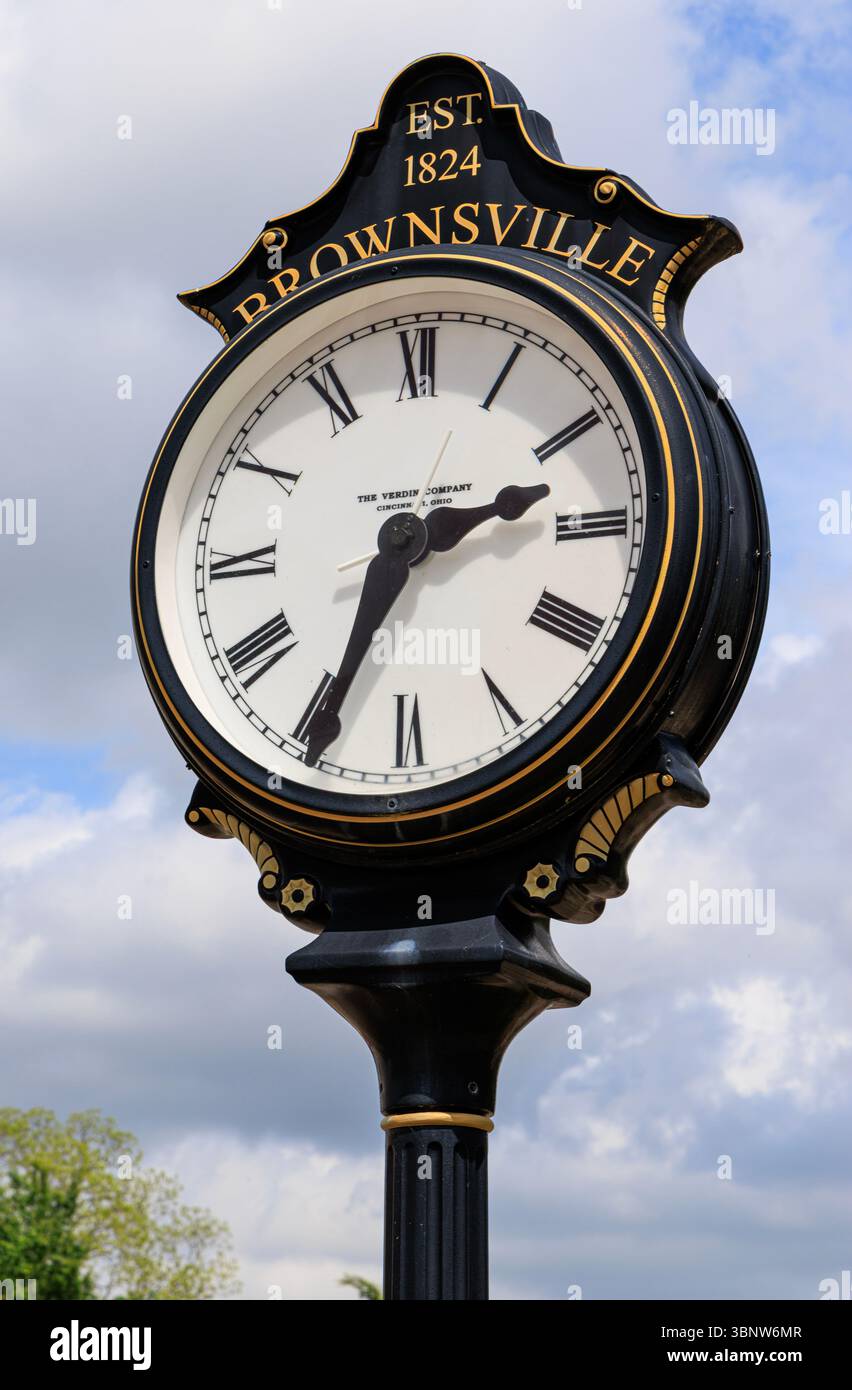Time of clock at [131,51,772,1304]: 2:34
